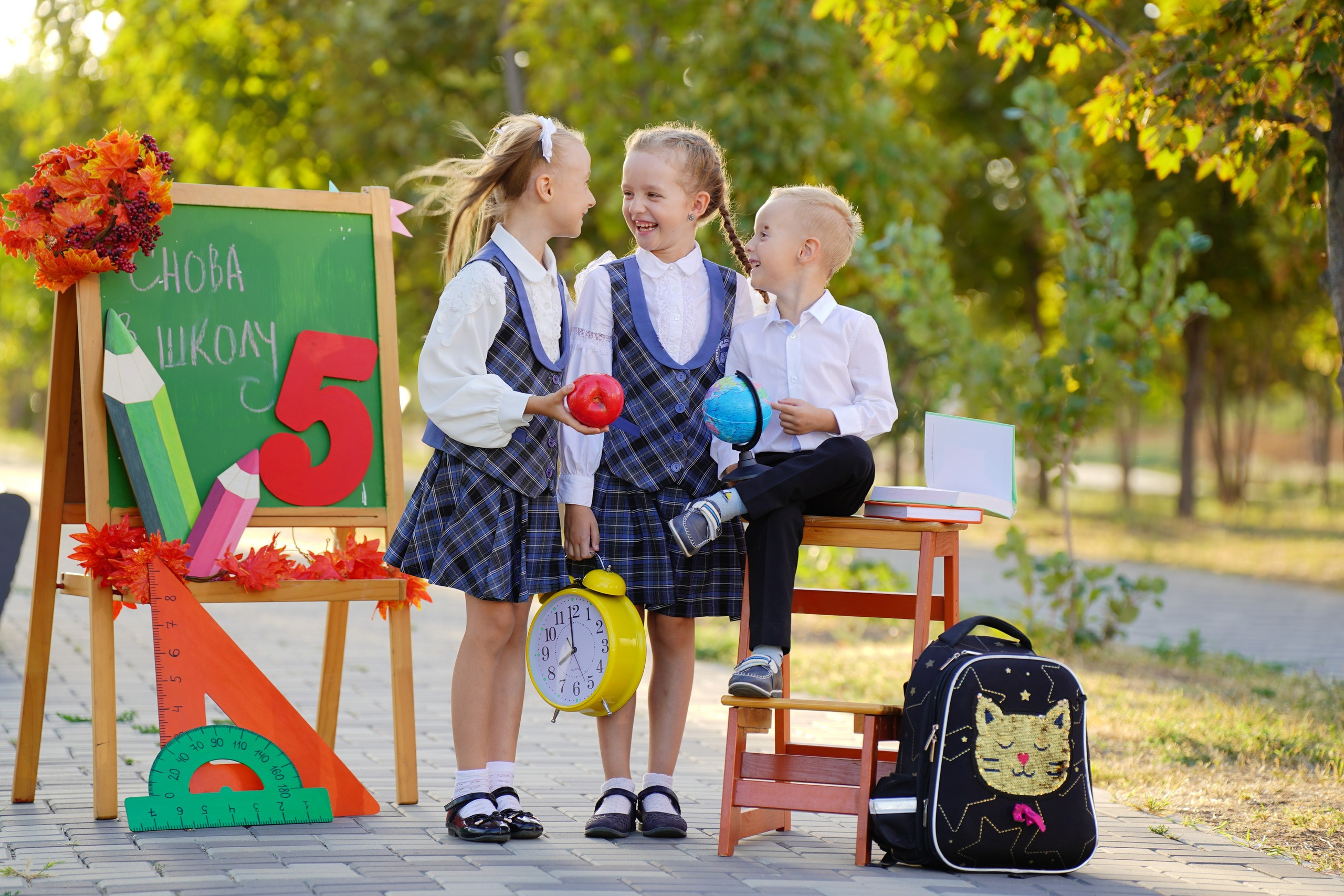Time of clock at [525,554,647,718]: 7:59
